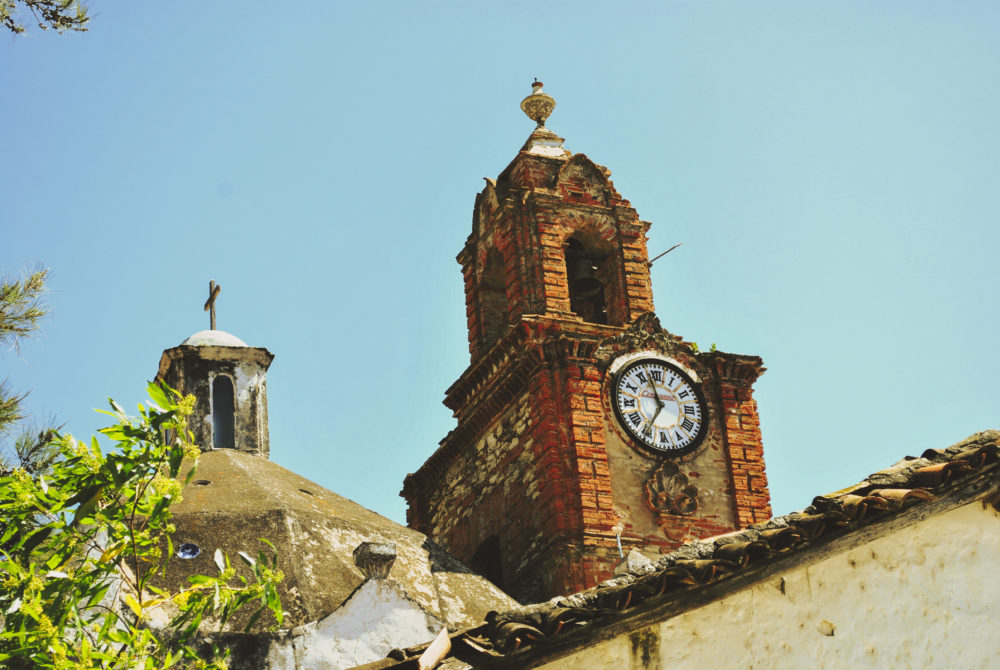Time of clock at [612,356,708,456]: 11:35
